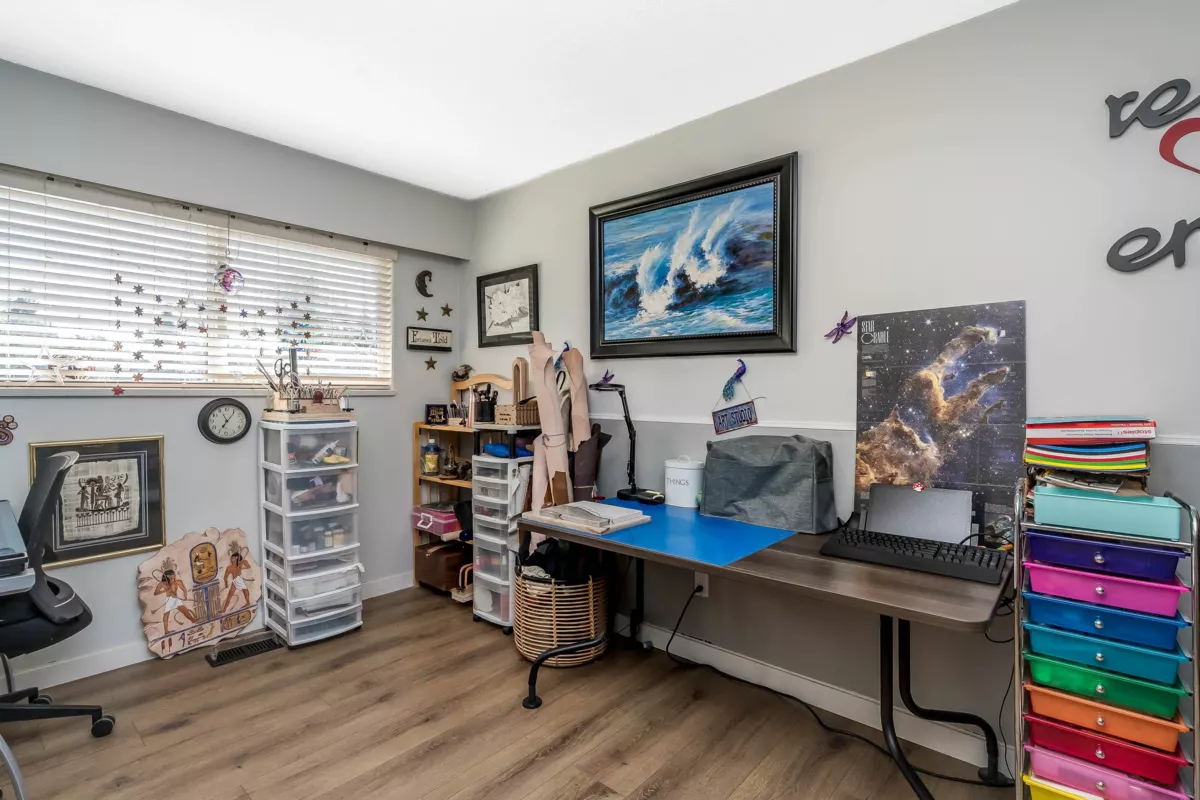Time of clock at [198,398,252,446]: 7:06
